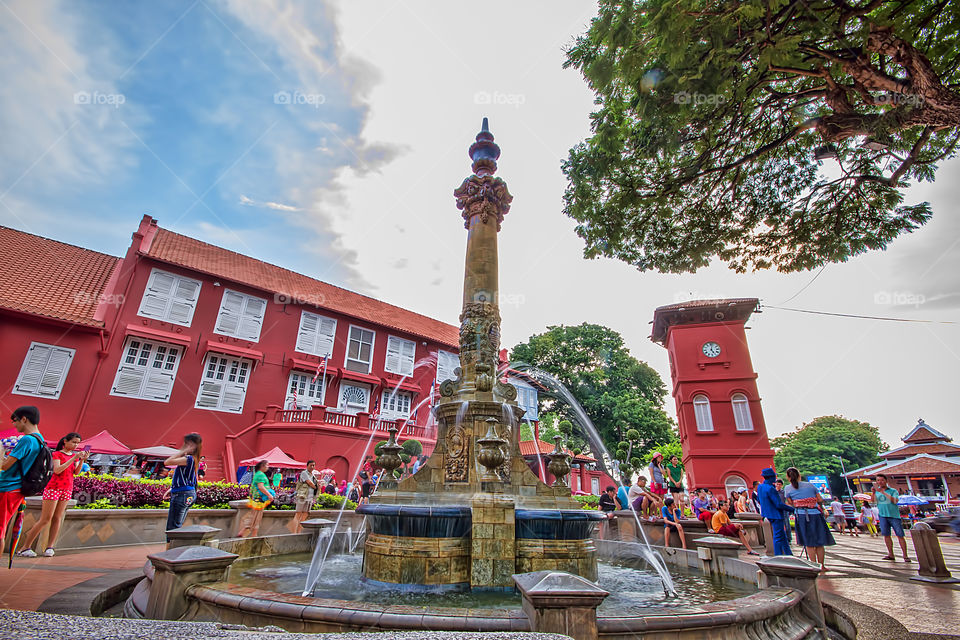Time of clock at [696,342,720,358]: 5:02
